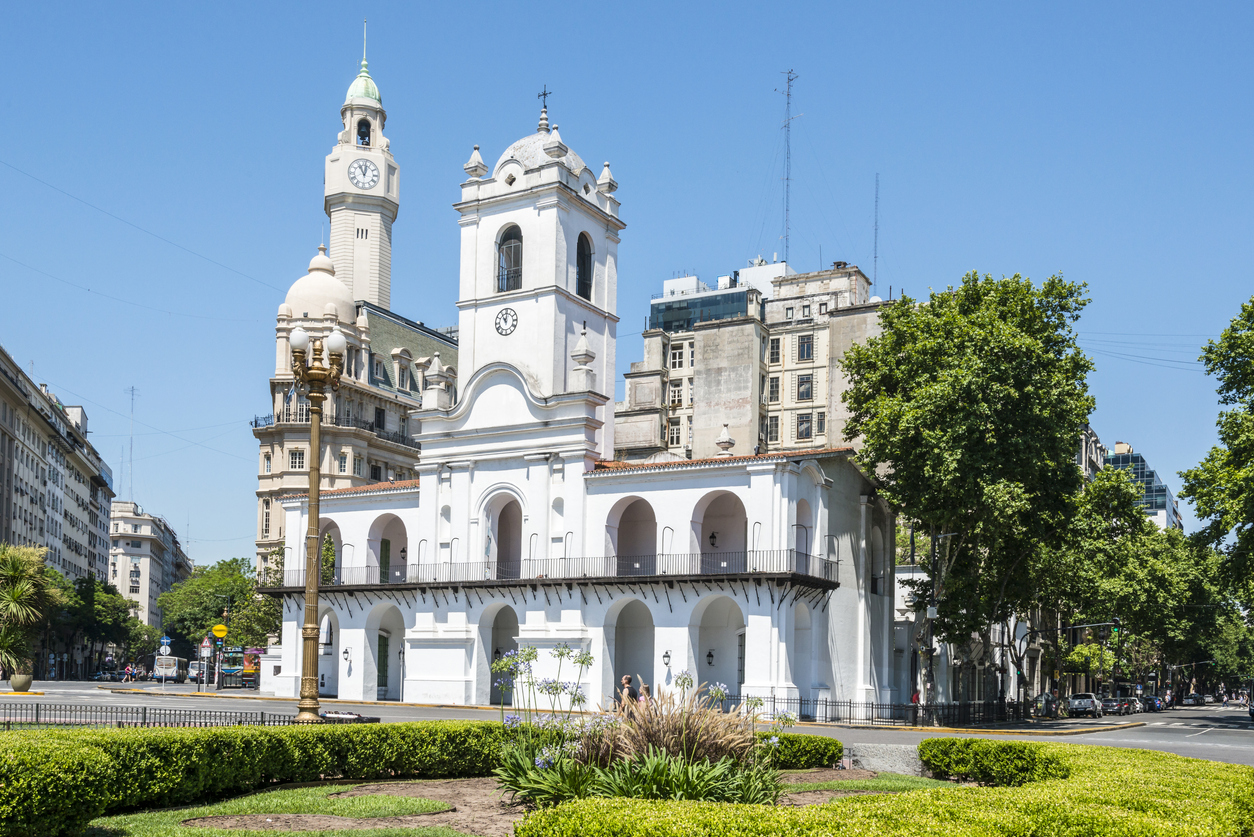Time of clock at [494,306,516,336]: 11:01
